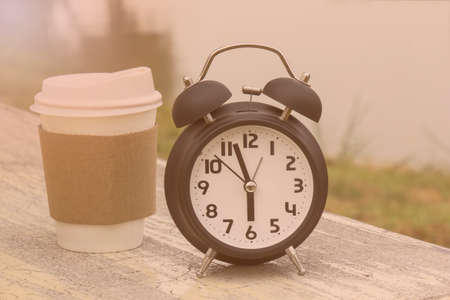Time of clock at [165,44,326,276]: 5:57
